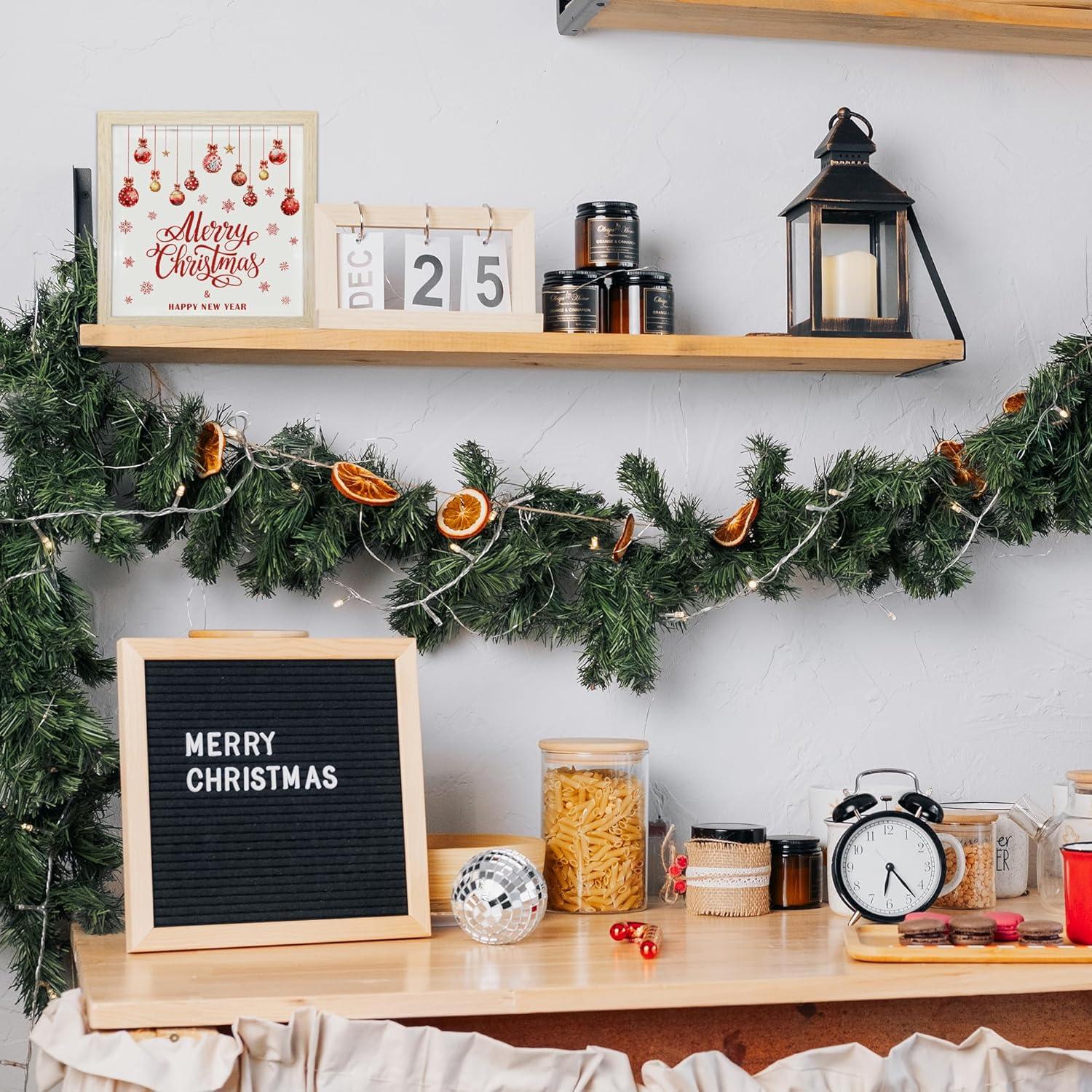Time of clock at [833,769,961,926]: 6:23
